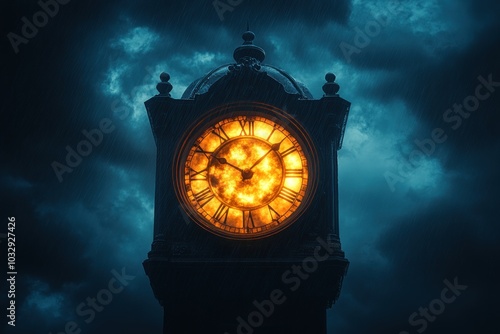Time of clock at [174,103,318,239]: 10:07
